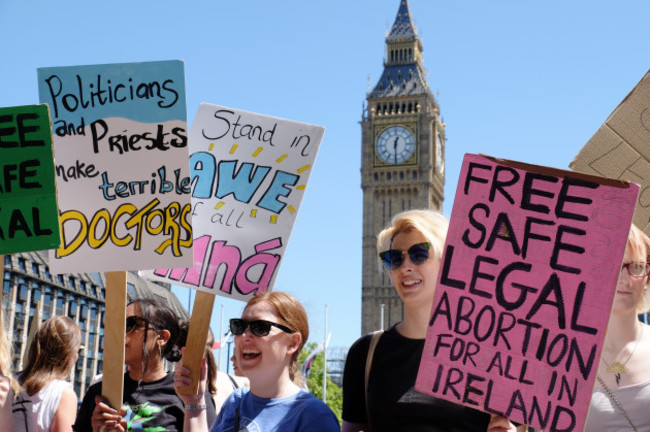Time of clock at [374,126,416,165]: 12:29
